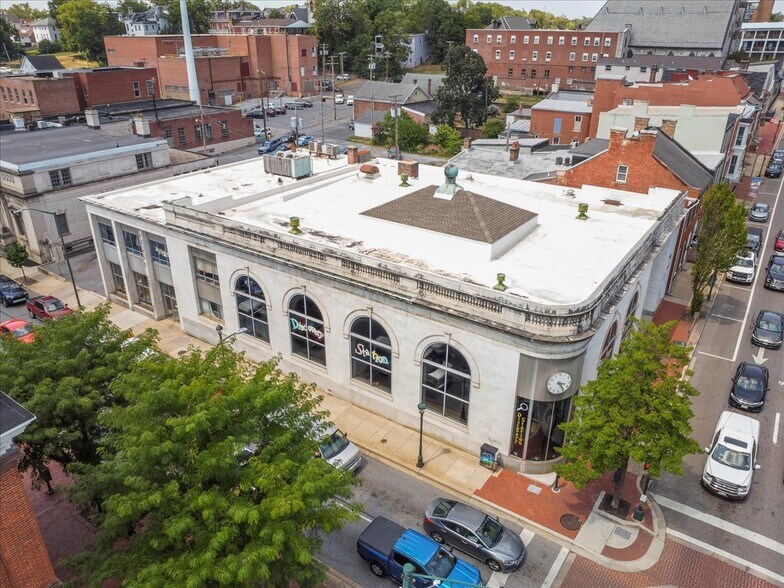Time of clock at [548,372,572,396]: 3:24
